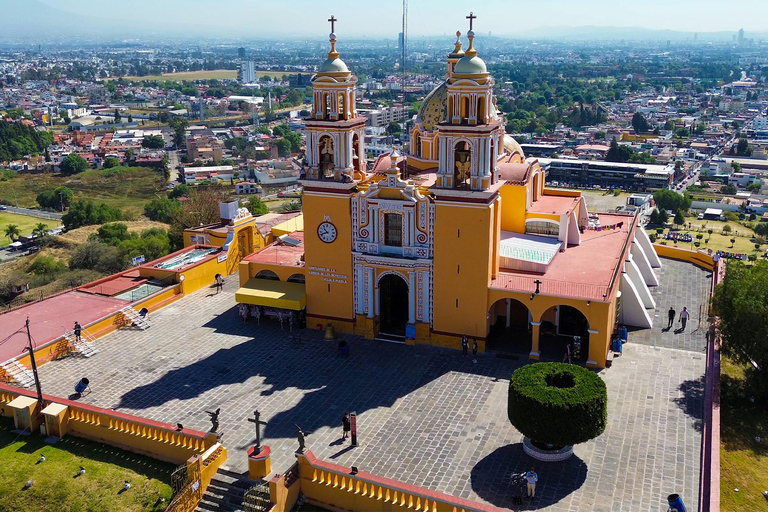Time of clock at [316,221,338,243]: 10:41
